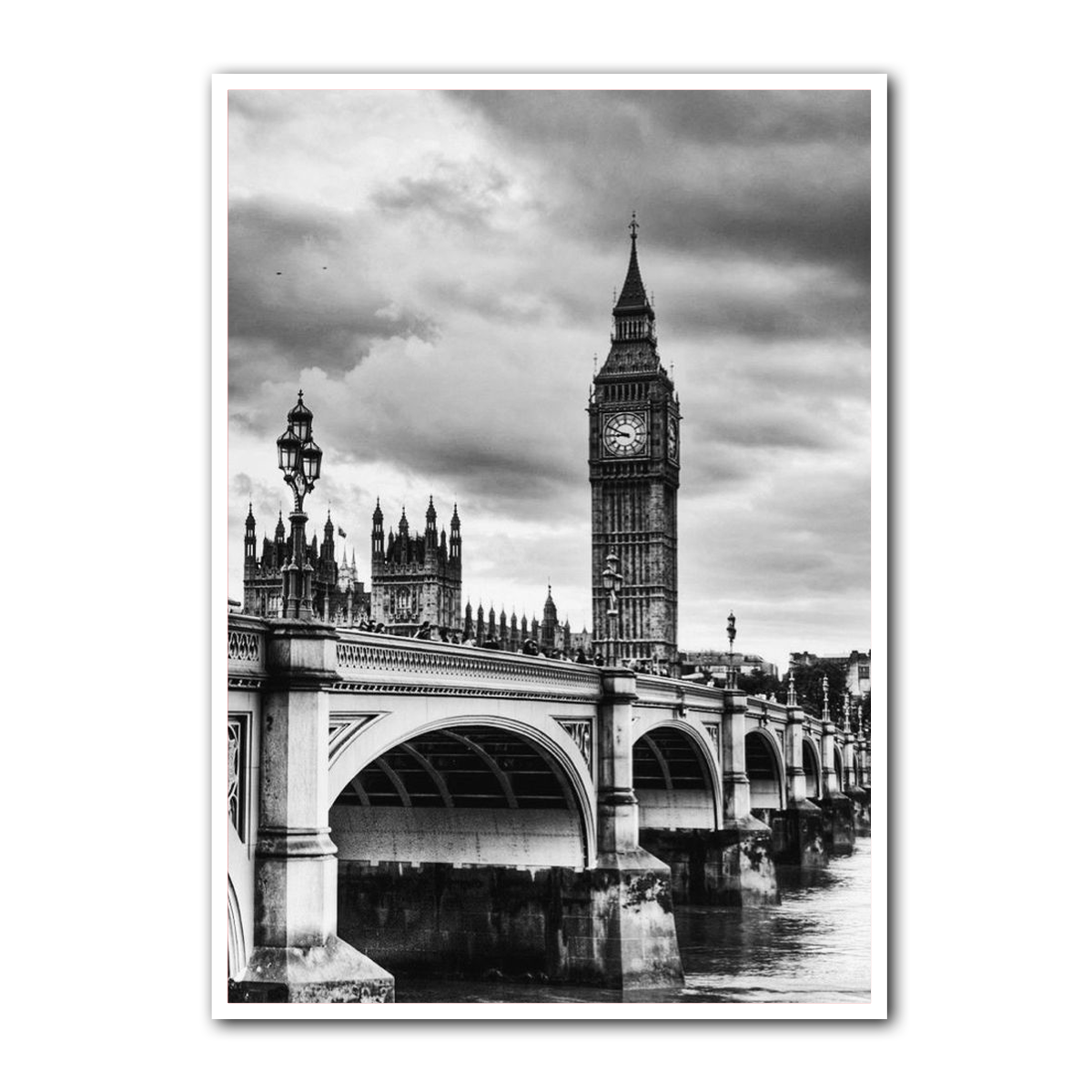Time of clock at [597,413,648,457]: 8:49
